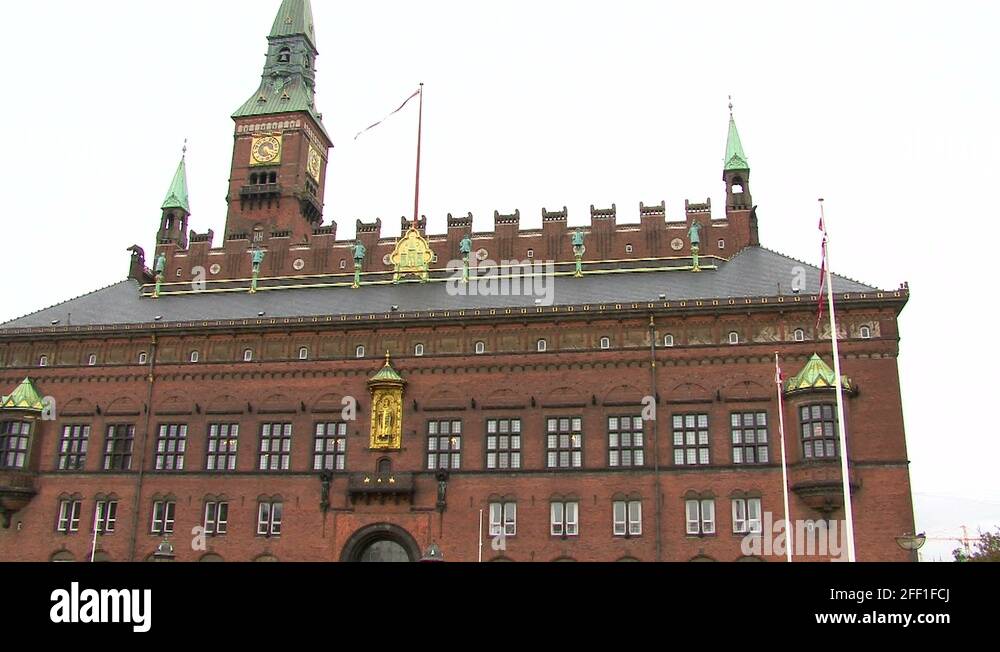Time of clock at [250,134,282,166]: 5:18
